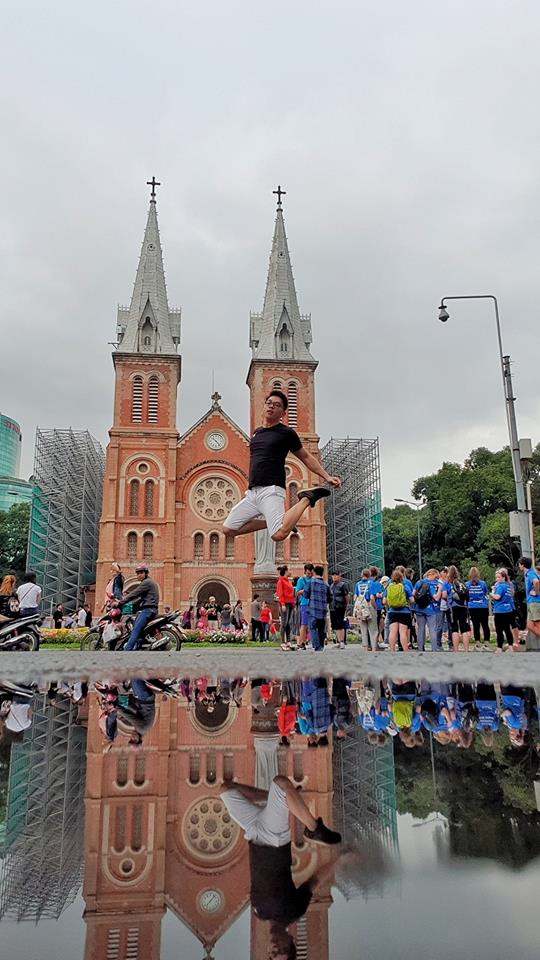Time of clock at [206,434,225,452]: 10:23
